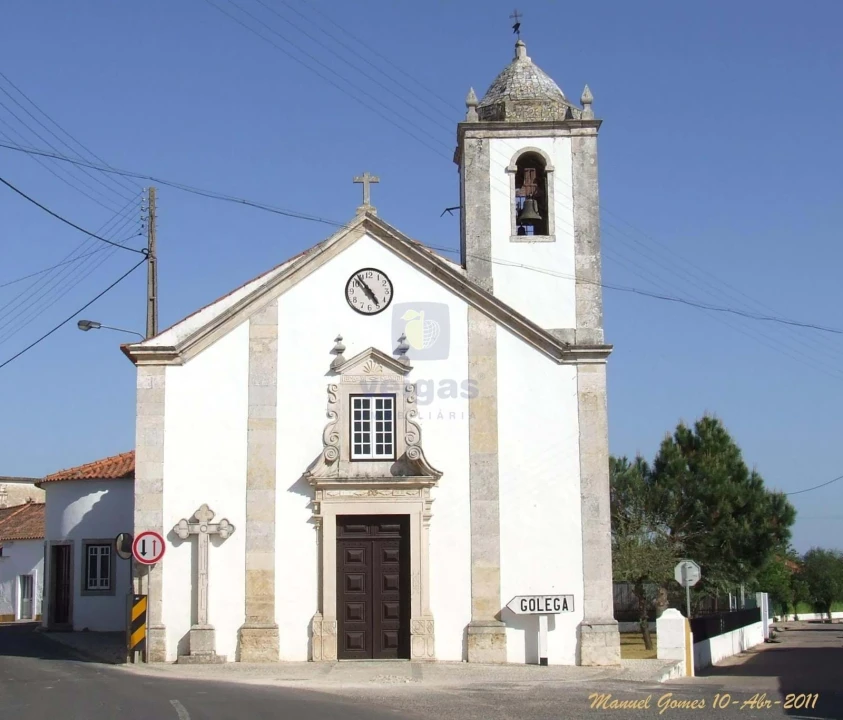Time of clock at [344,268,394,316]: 4:53
